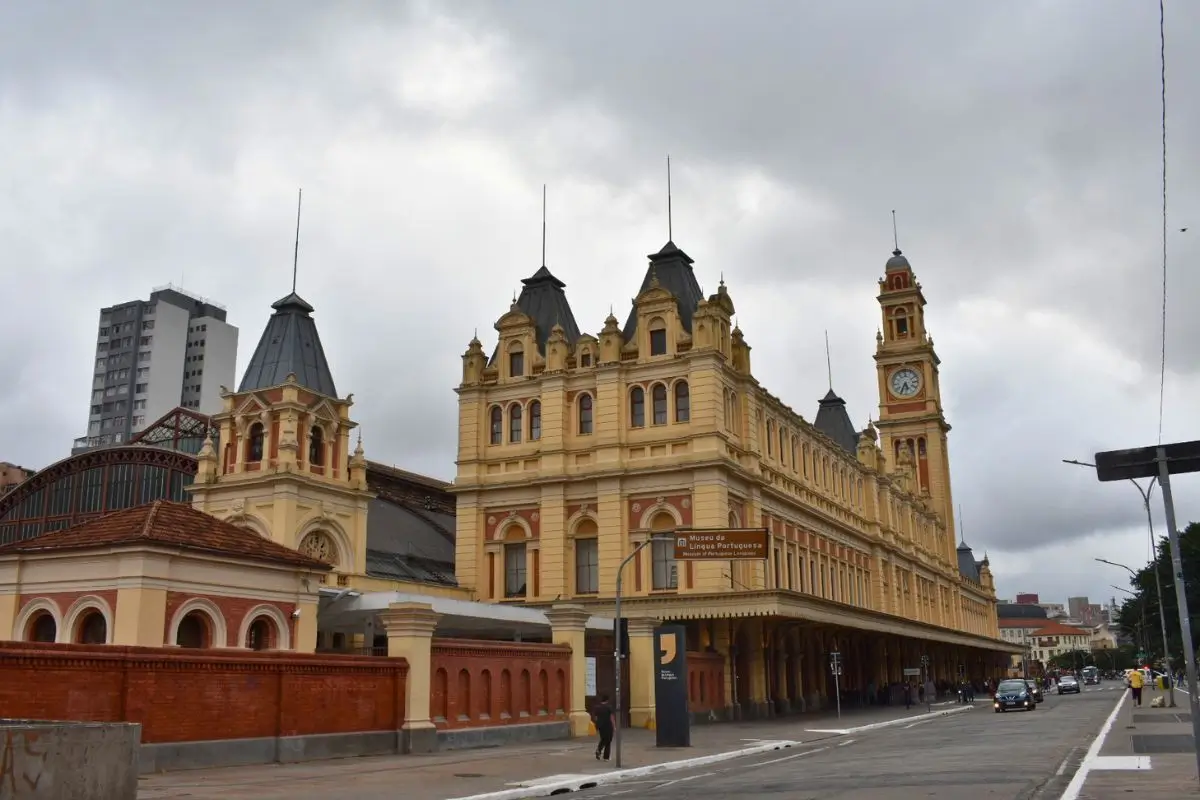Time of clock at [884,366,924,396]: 5:34
